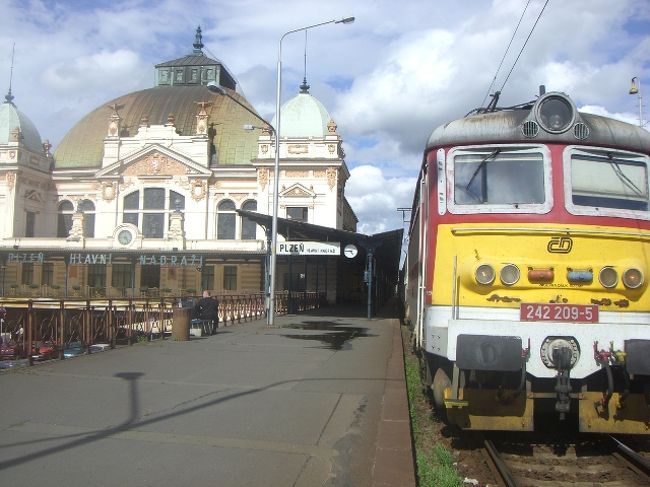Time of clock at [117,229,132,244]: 4:44
